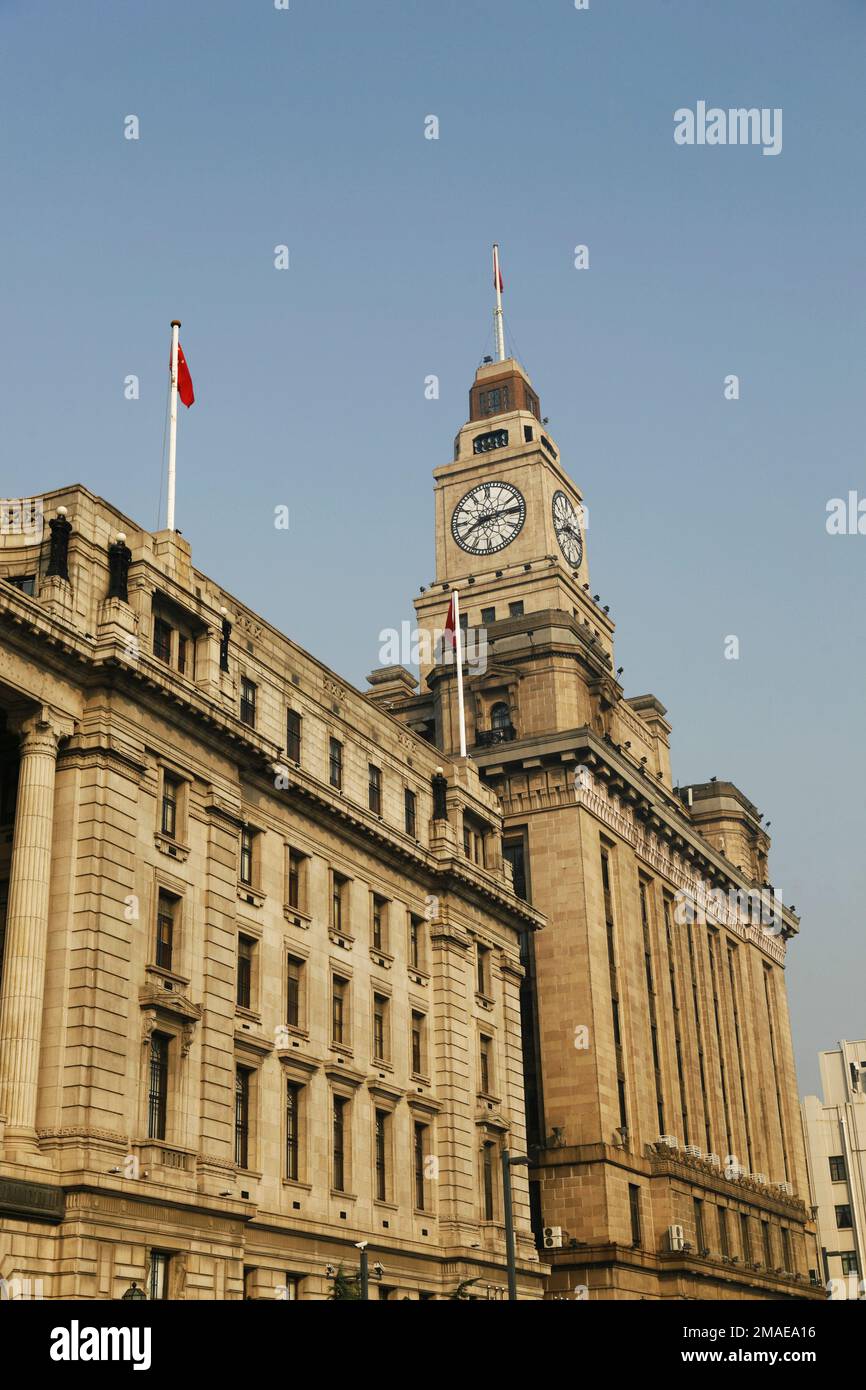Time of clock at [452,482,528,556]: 8:13
